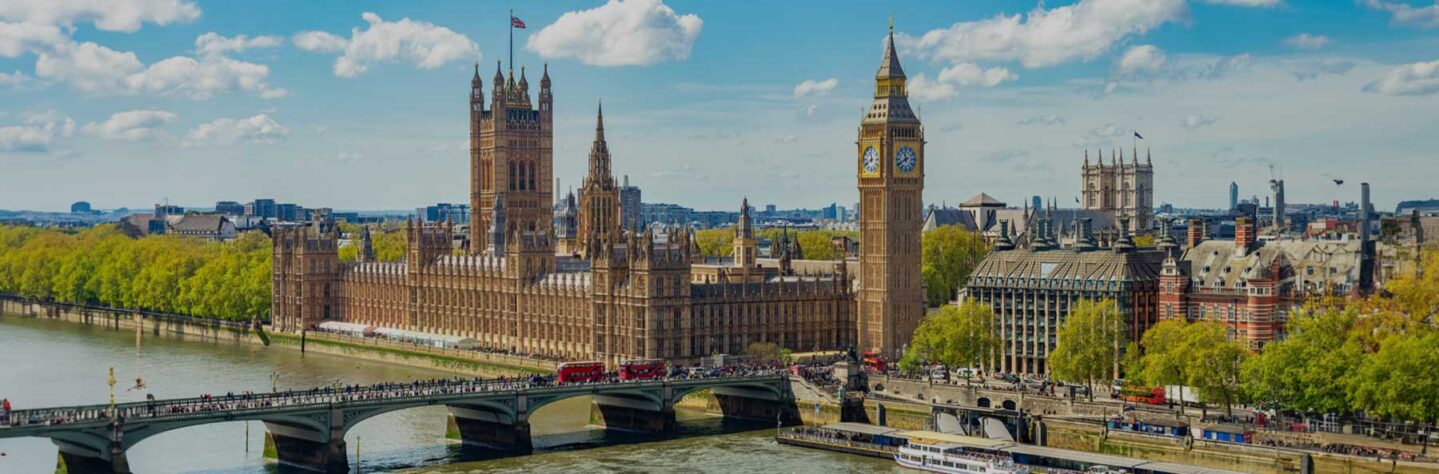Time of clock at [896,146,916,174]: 11:40
